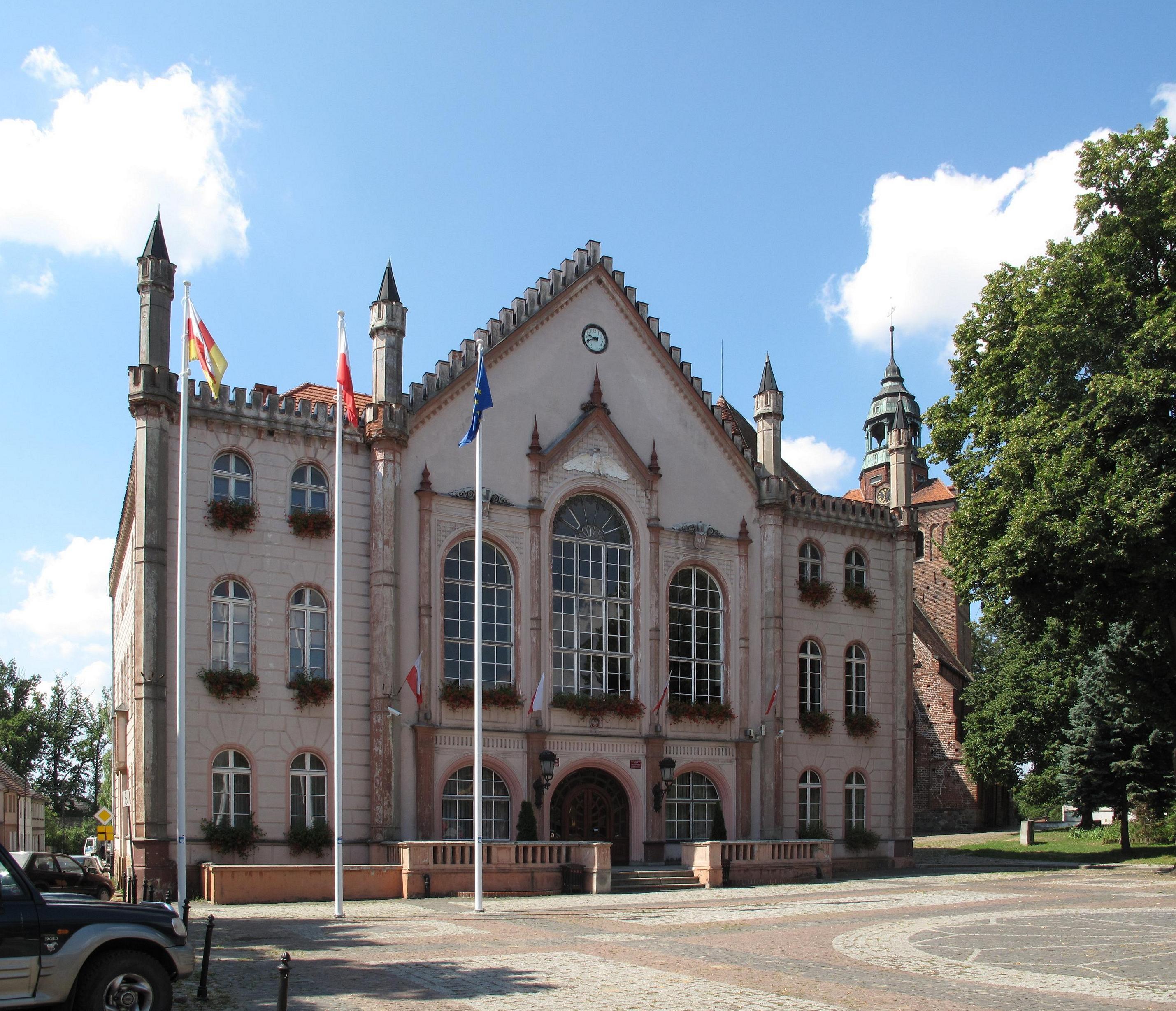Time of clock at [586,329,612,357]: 9:41
